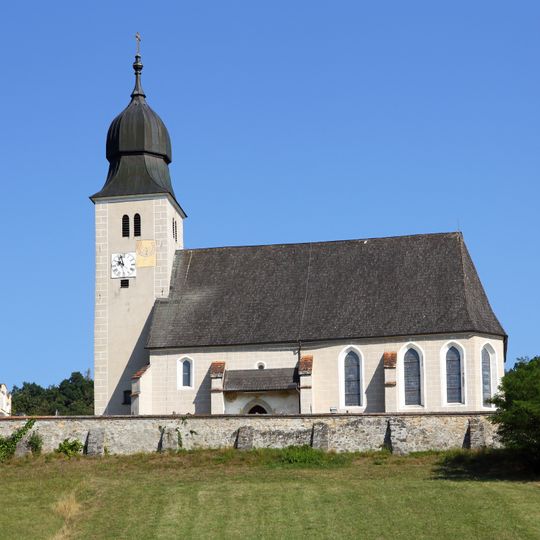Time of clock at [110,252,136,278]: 9:57
